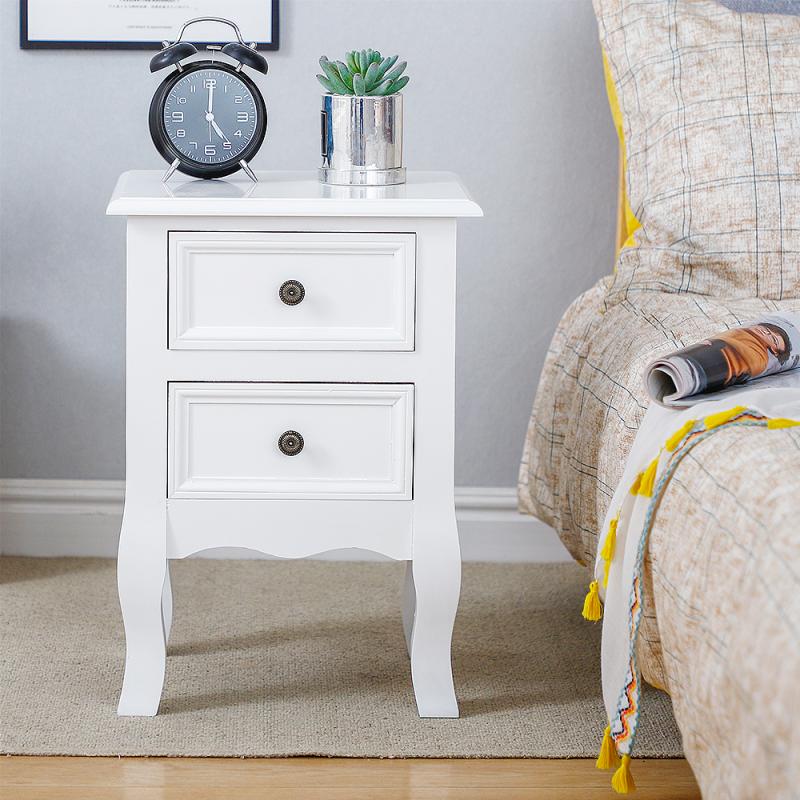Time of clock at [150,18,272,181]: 5:00
